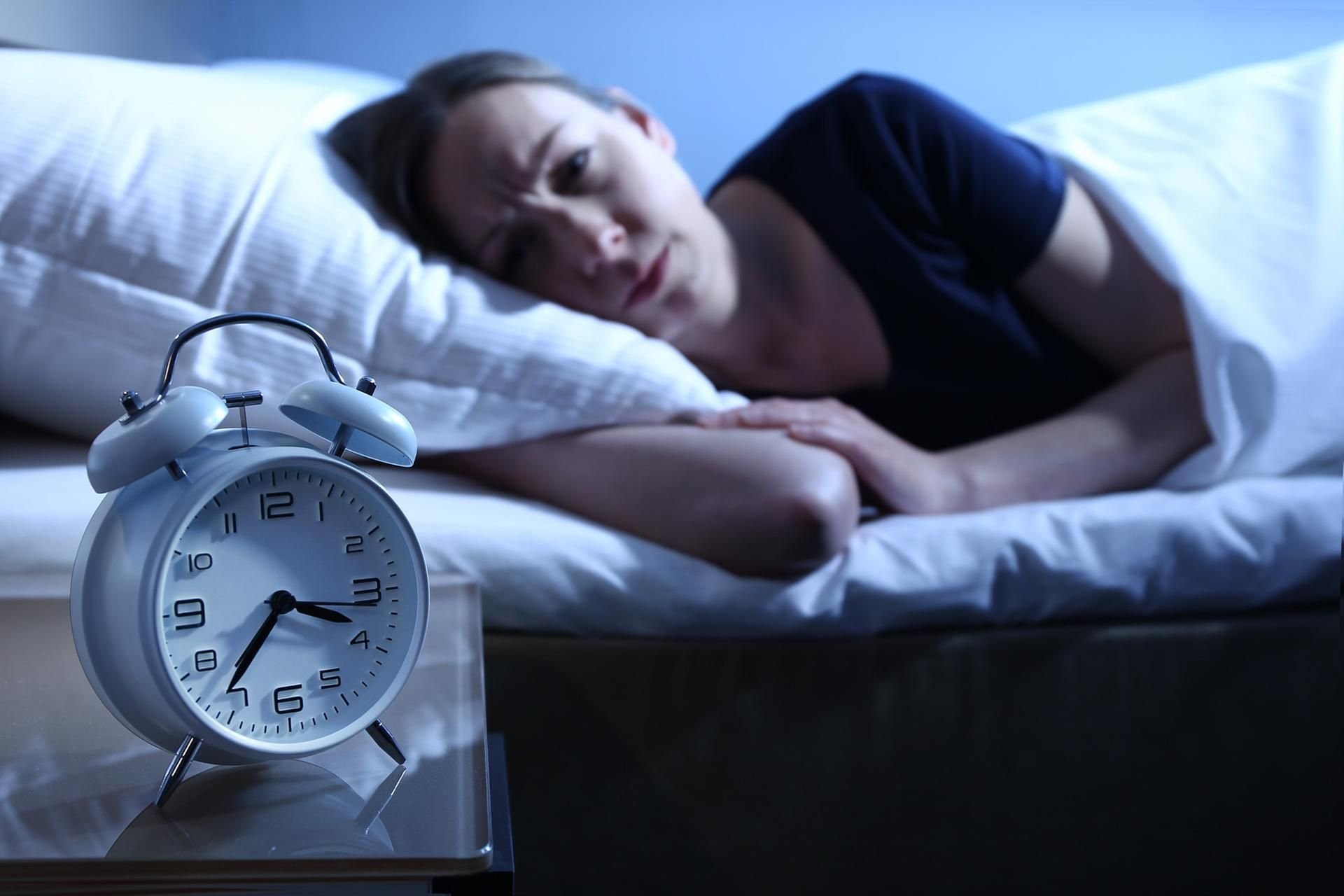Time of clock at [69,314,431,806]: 3:36
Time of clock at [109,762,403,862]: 3:36
